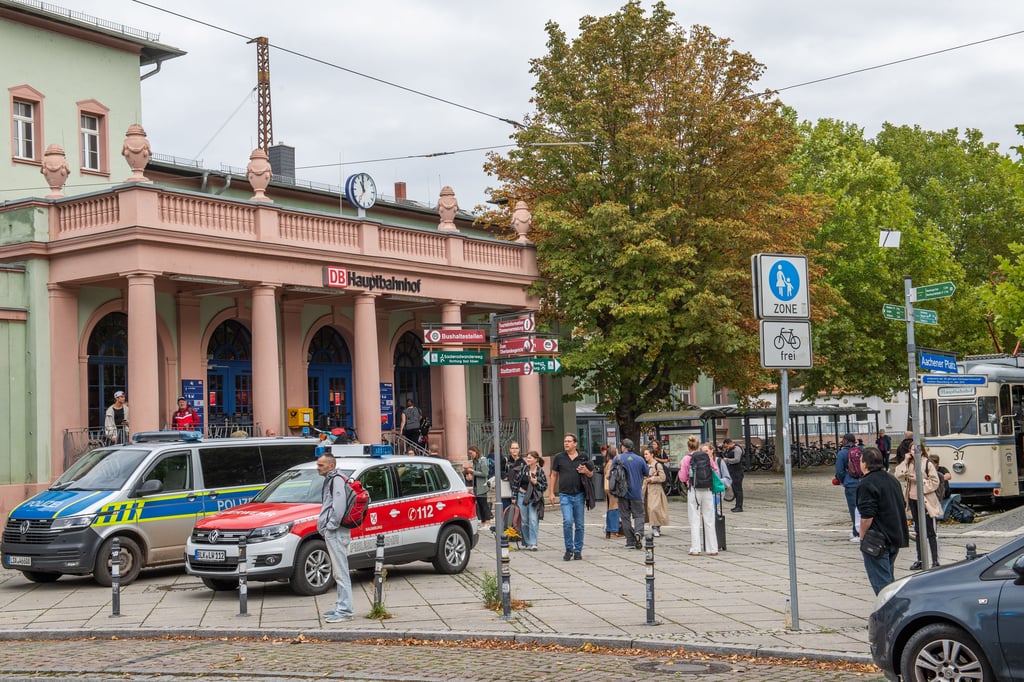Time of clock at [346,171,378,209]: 10:59
